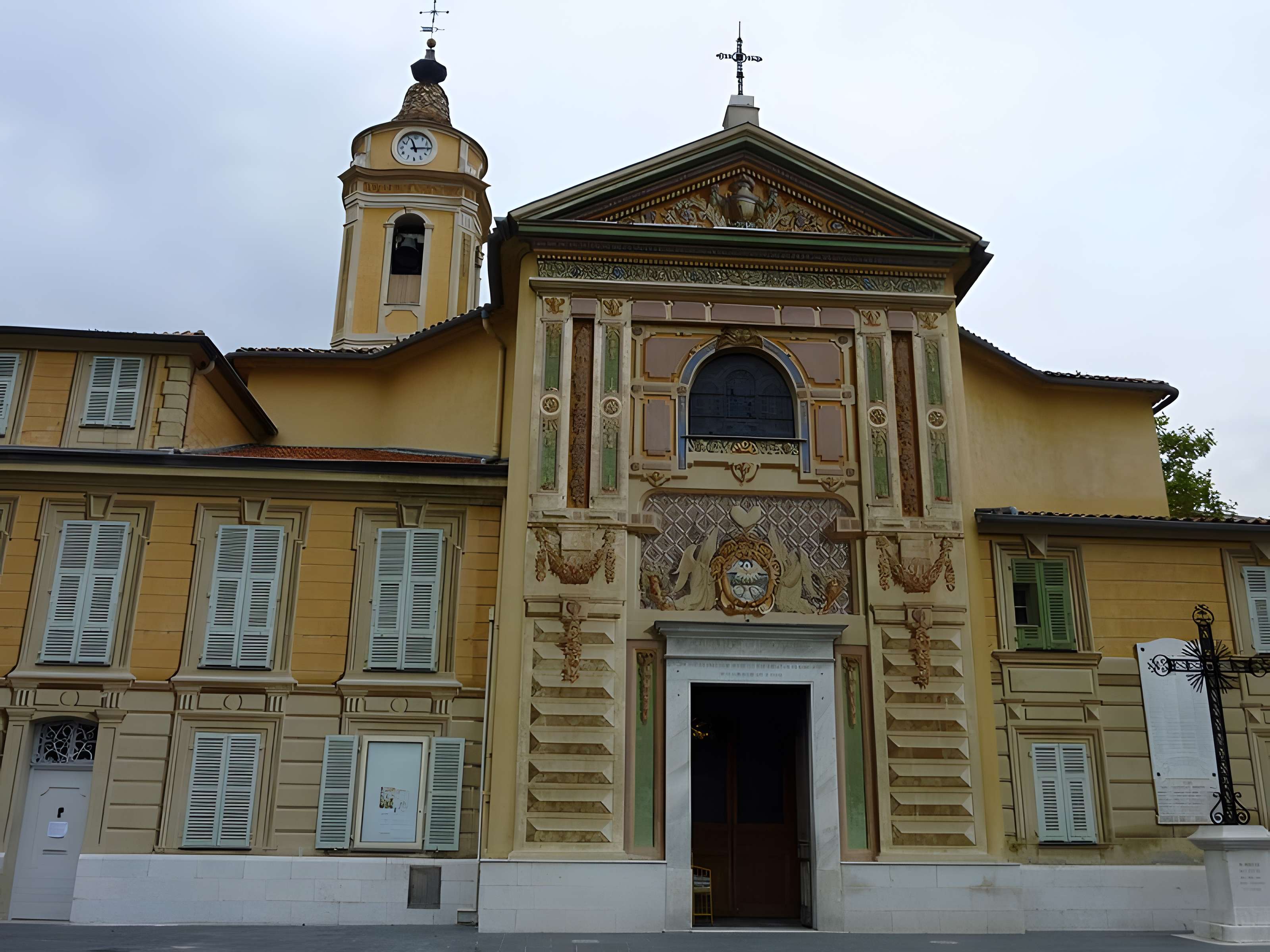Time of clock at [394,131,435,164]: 11:14
